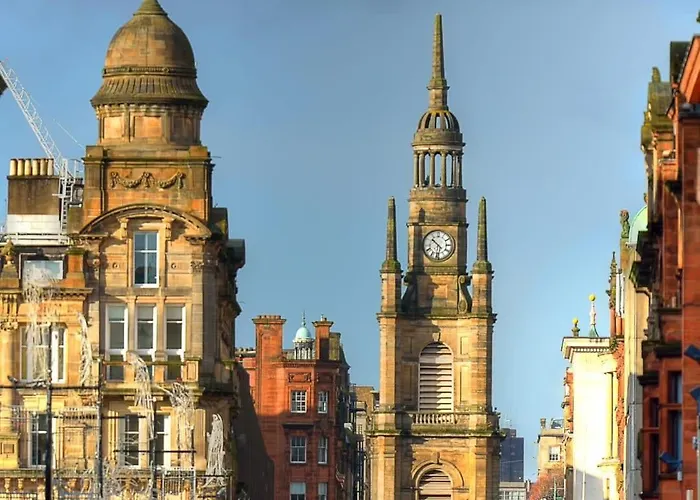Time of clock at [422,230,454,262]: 10:30
